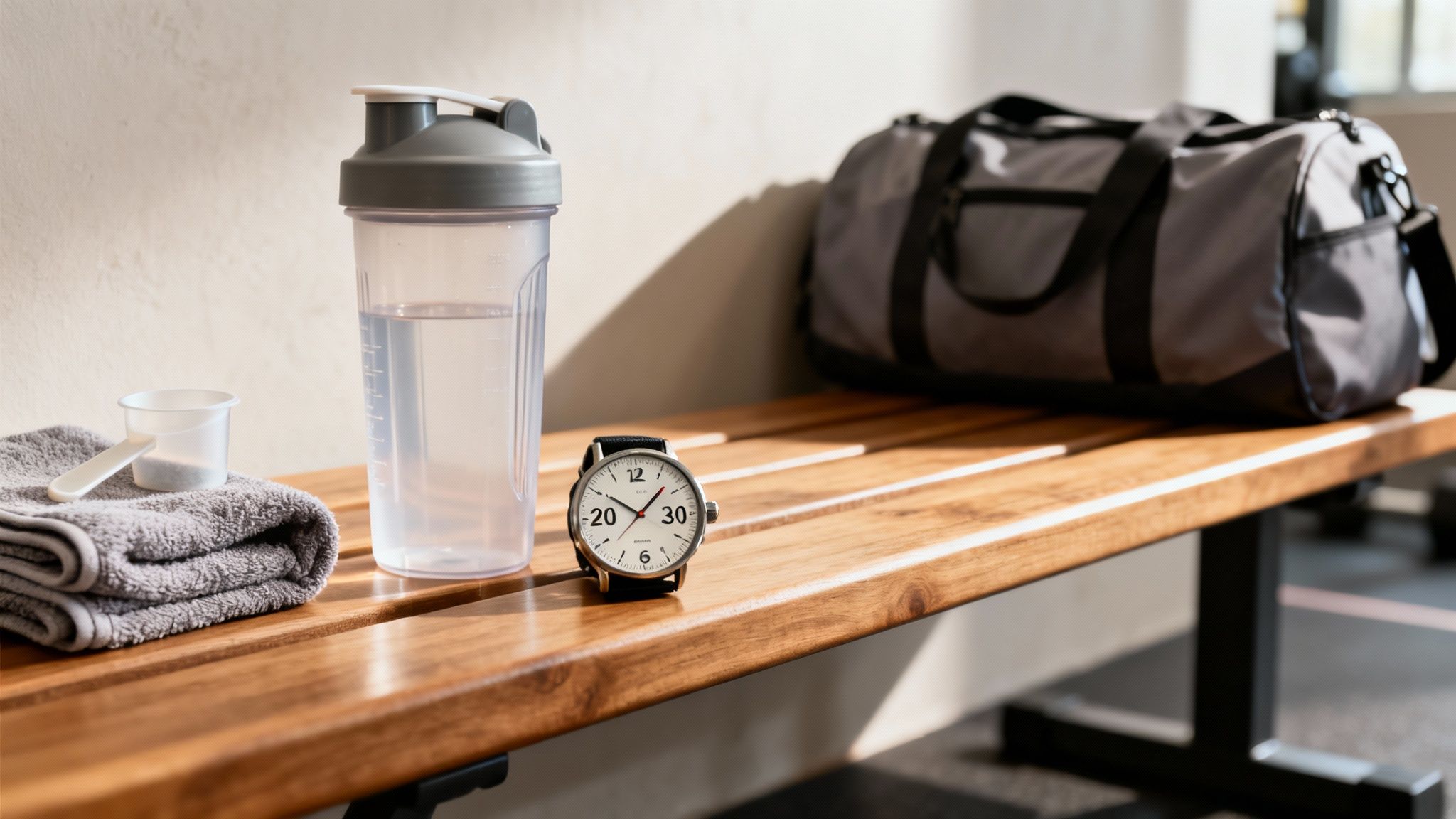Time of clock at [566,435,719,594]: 10:07
